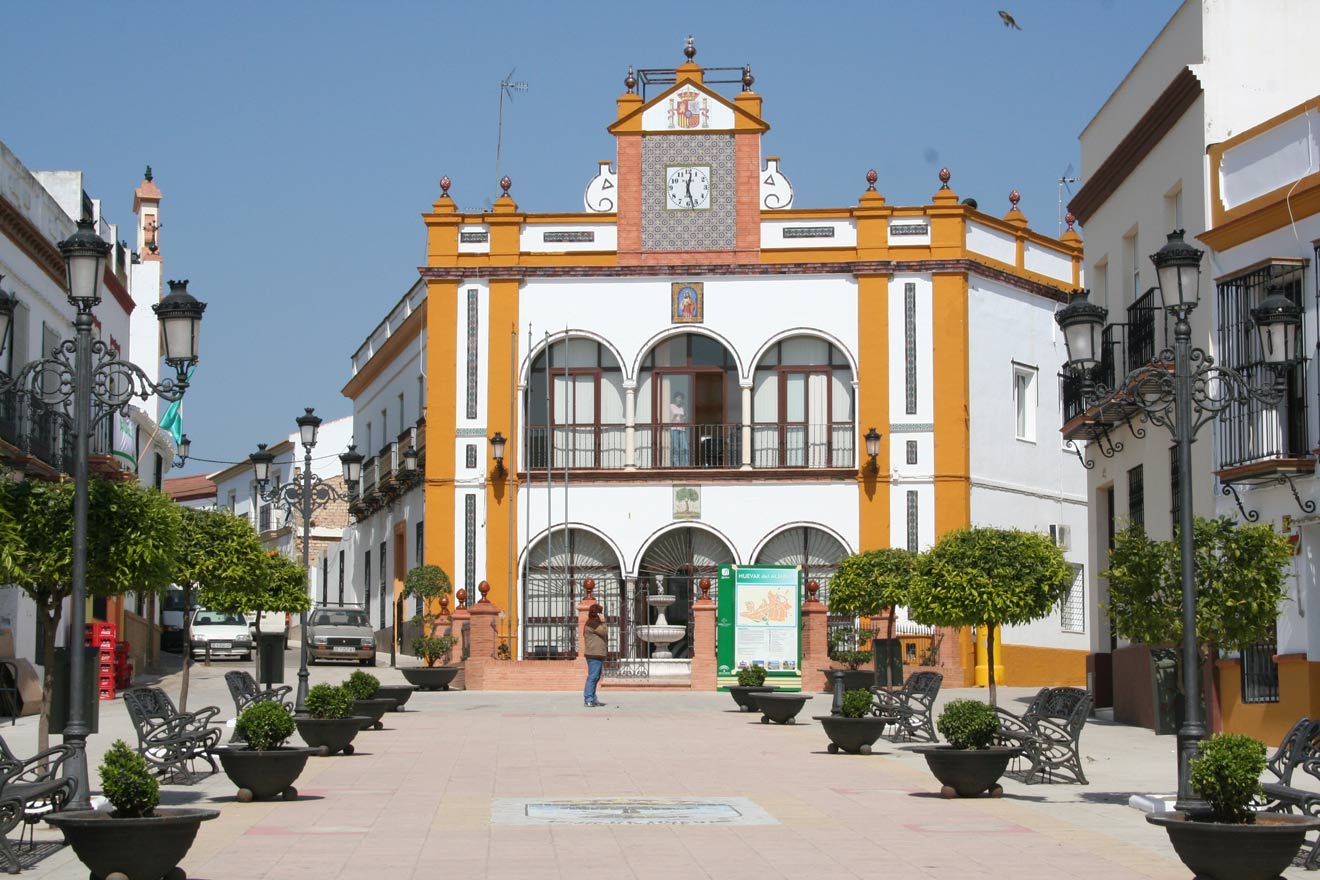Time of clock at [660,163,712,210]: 12:27
